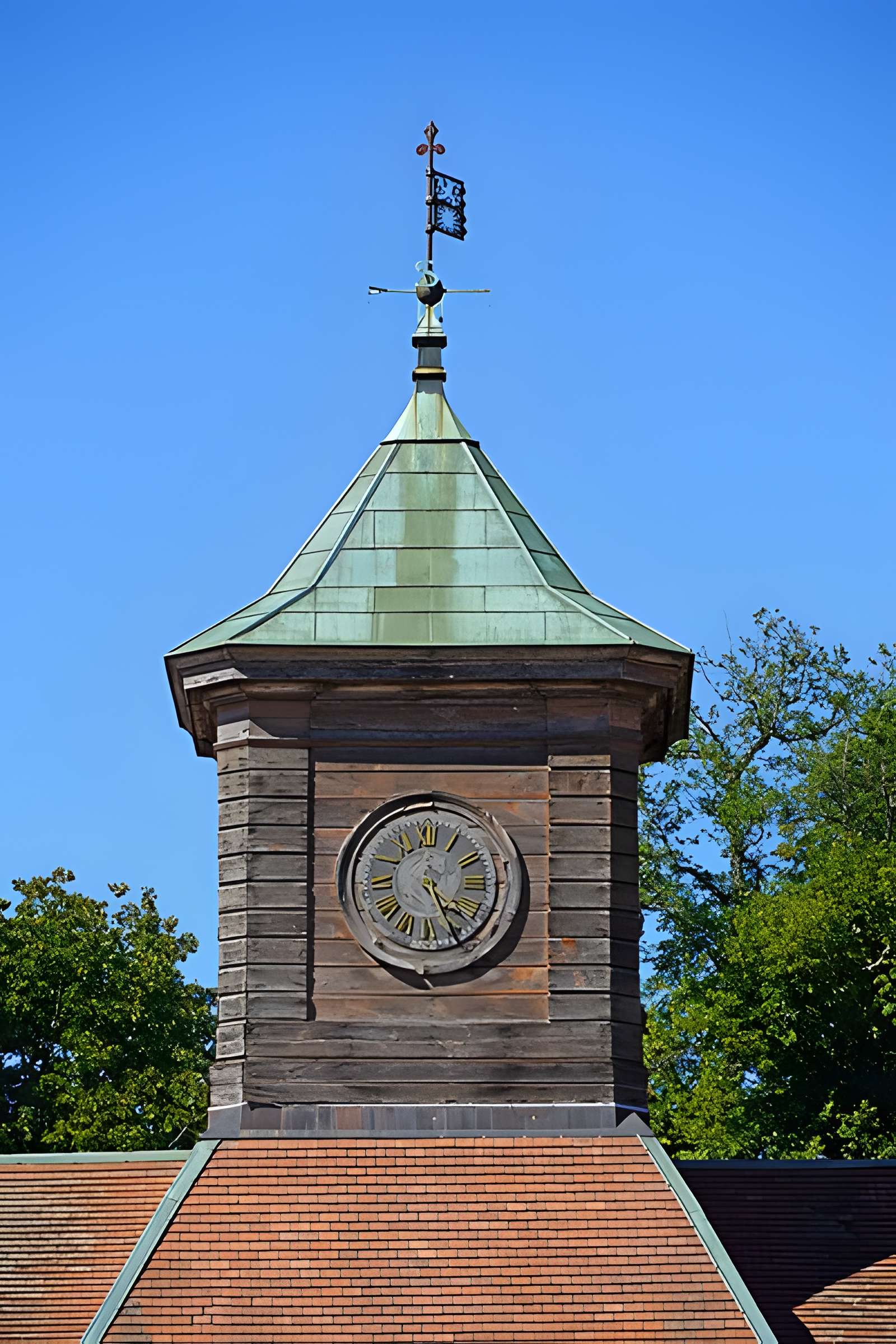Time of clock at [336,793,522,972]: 4:26
